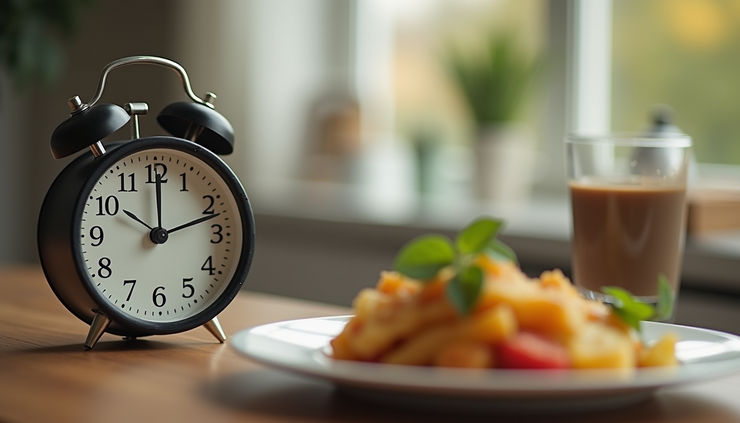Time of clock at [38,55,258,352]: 10:12
